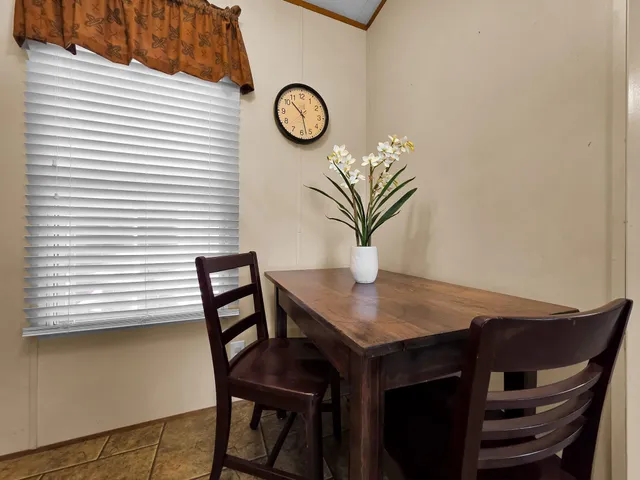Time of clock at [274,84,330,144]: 10:27
